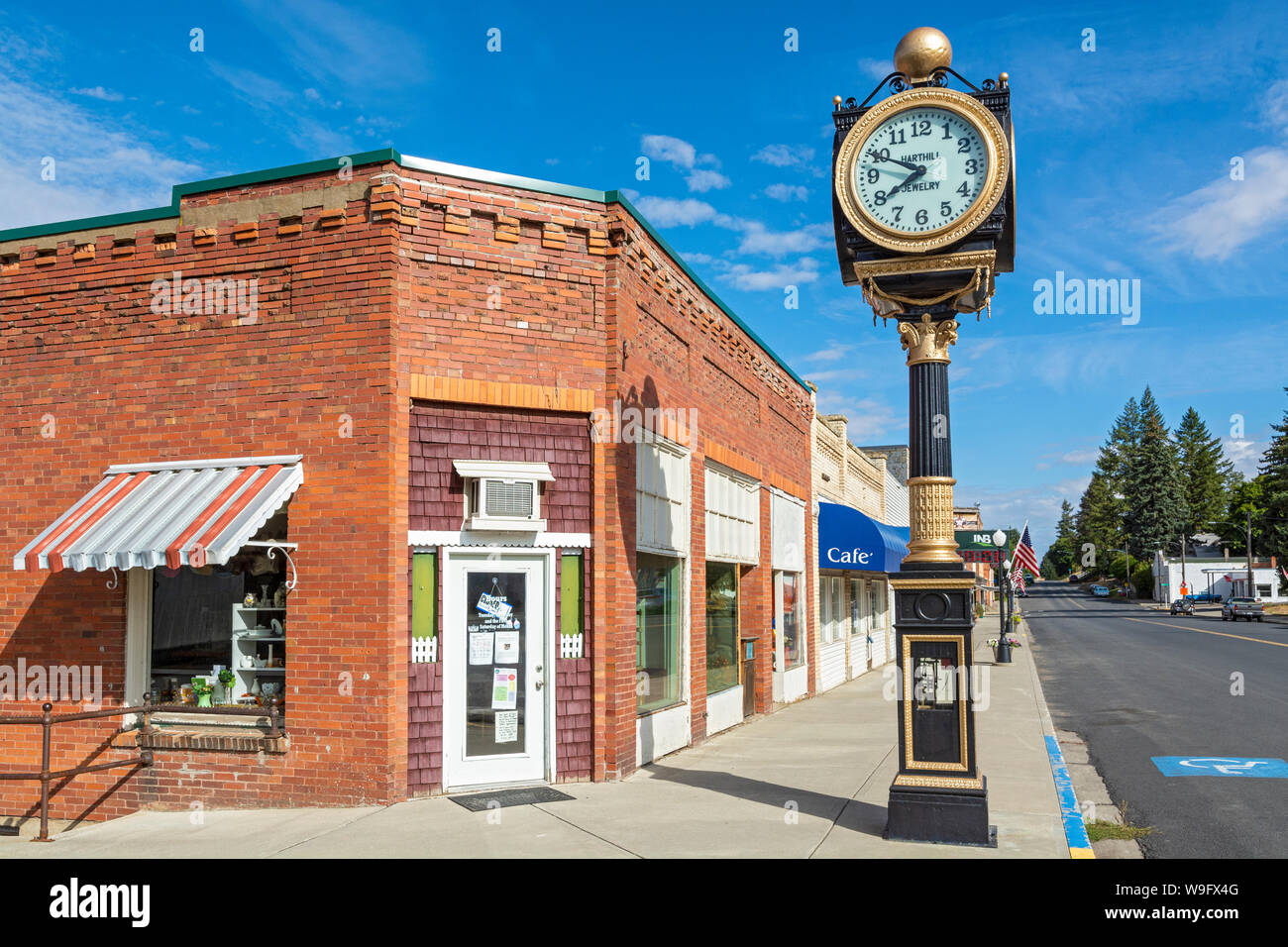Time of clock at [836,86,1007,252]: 7:48
